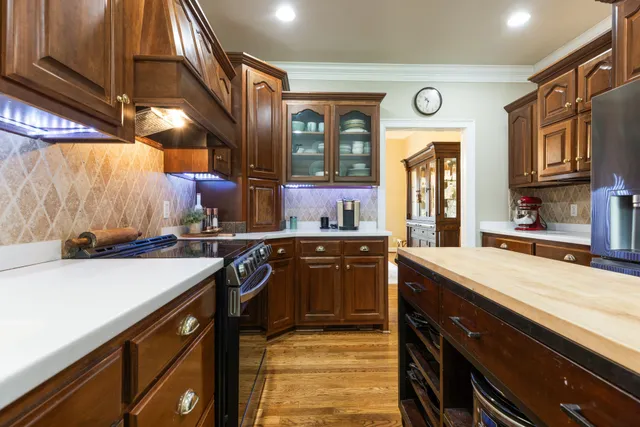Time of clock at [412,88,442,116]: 10:32
